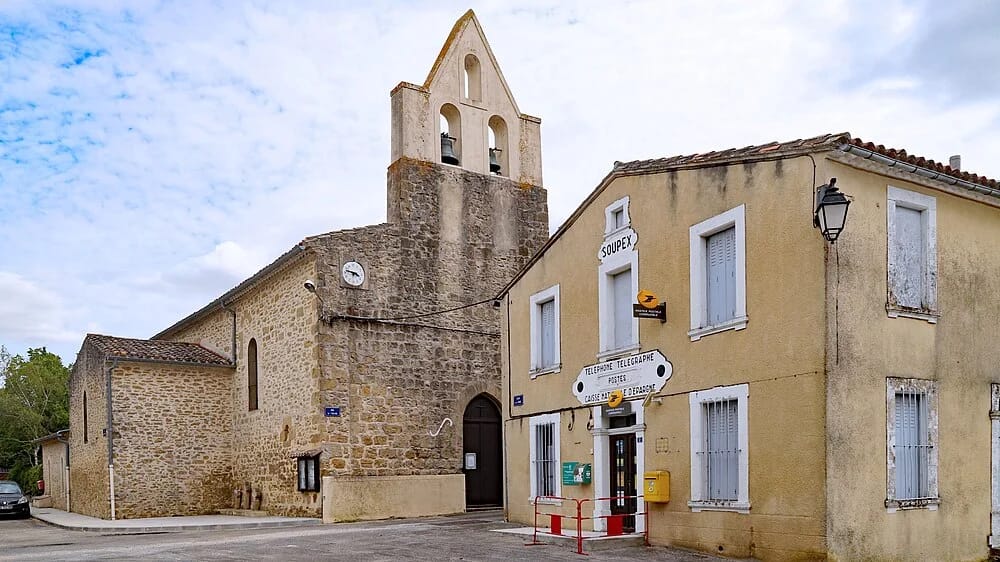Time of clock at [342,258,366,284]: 3:46
